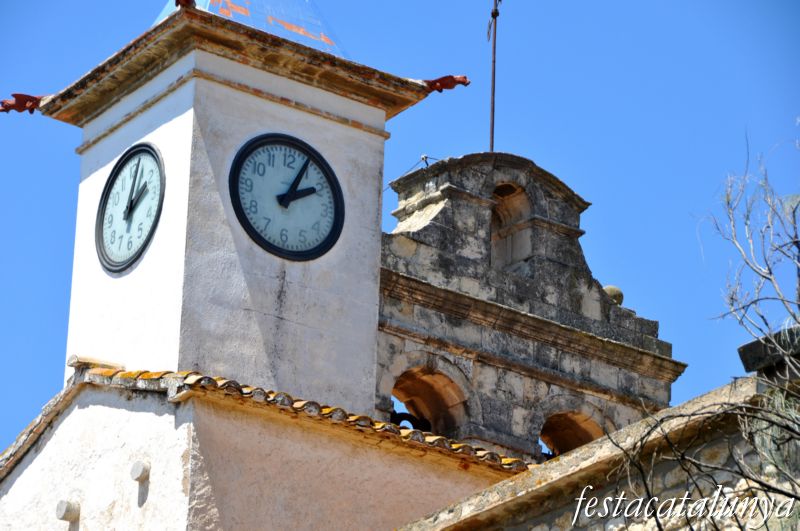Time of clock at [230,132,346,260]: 2:04
